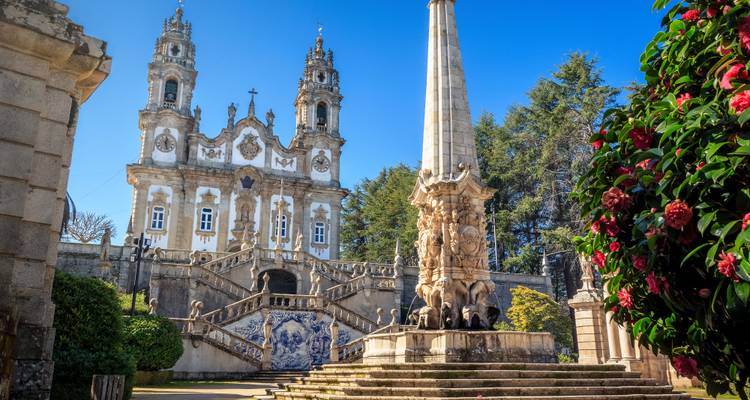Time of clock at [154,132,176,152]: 12:27
